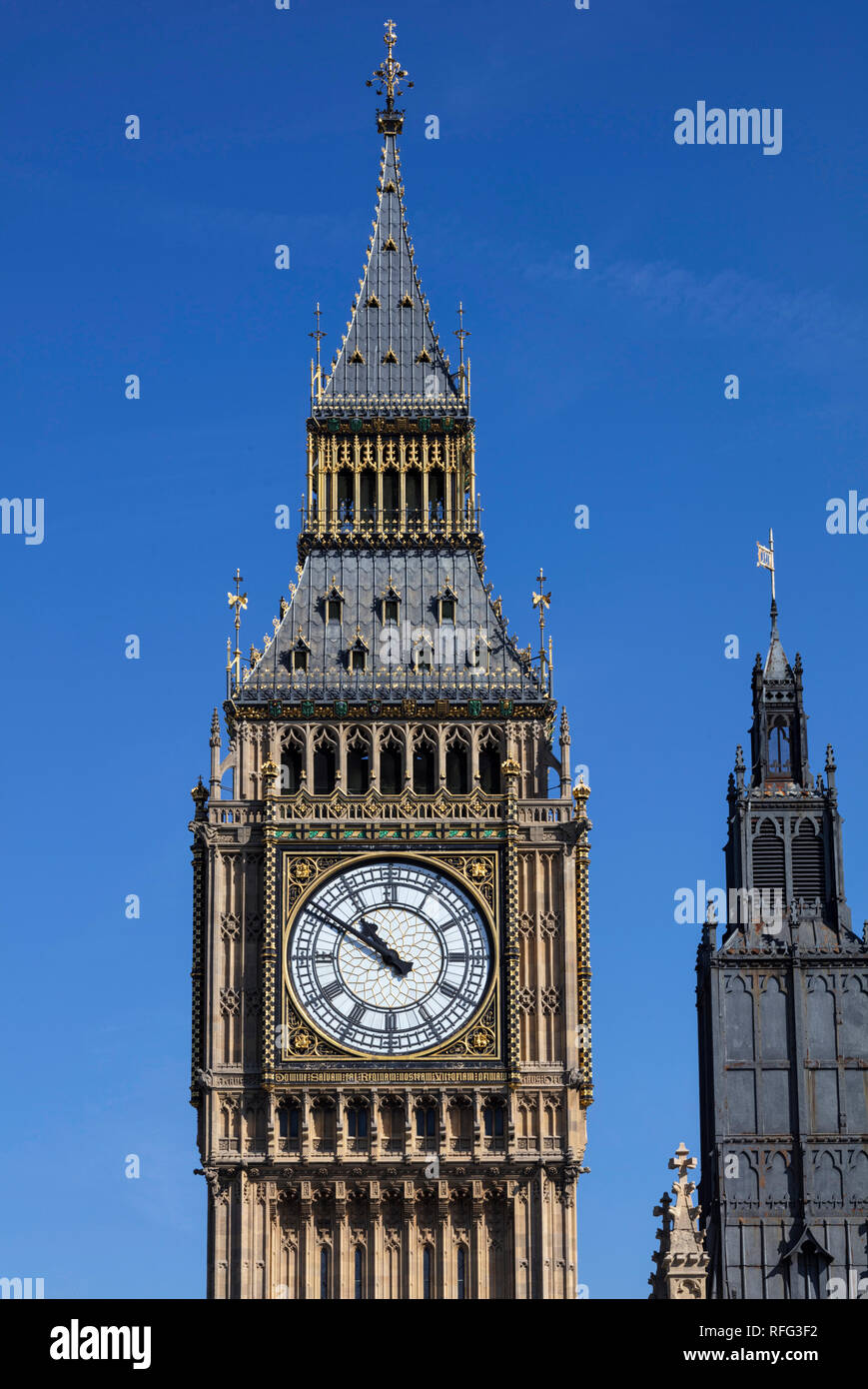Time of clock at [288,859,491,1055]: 10:50
